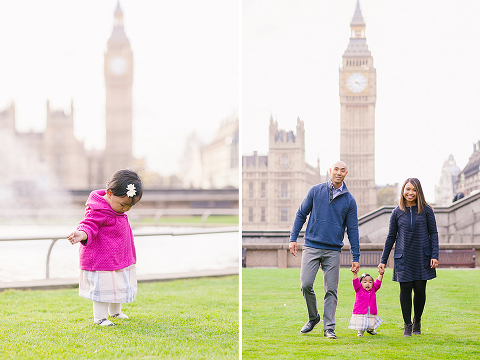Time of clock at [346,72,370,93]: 4:14
